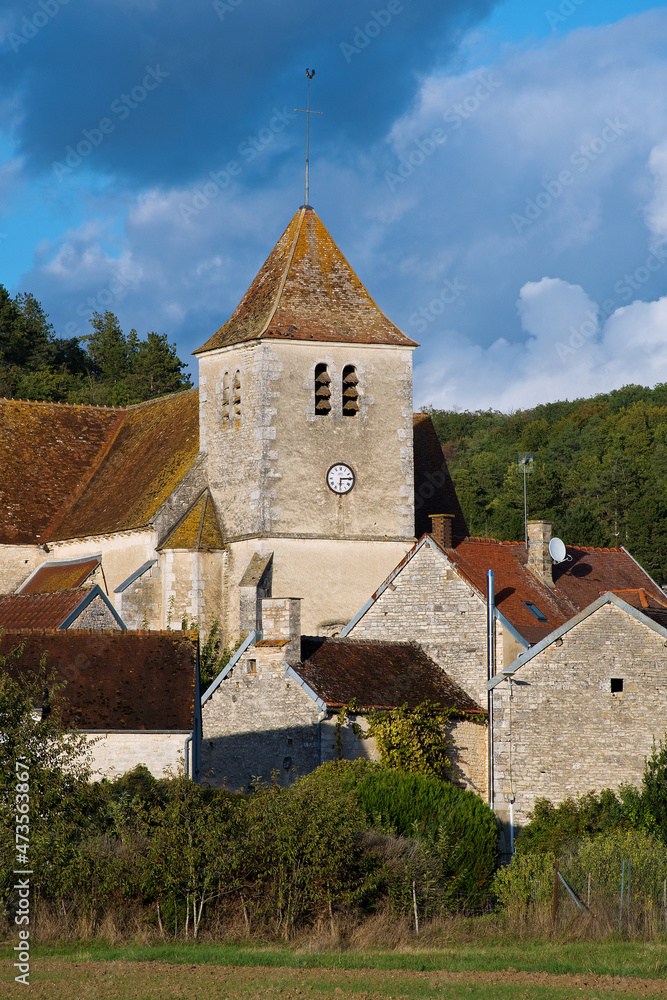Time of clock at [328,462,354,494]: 6:14
